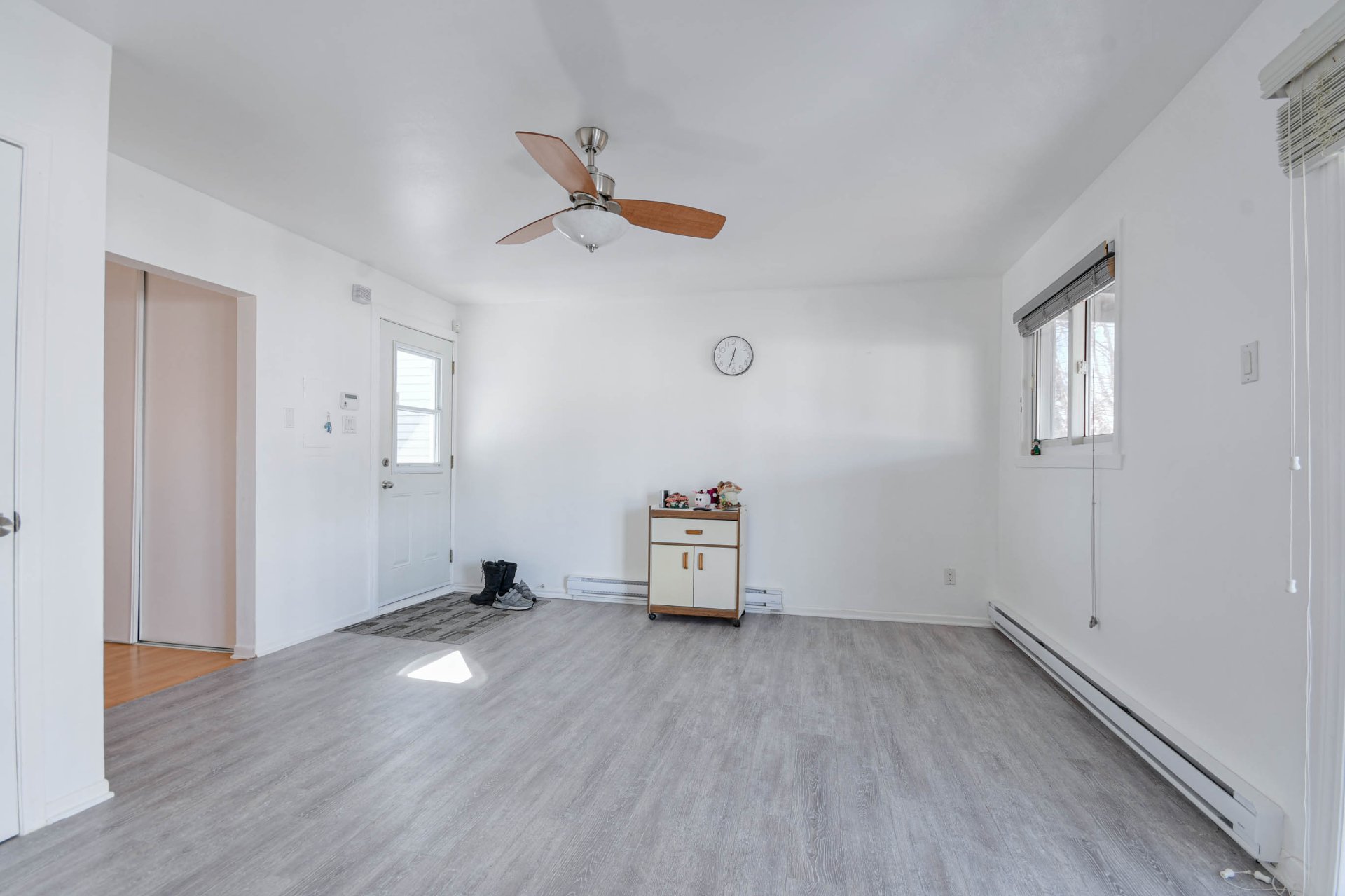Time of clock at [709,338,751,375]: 12:33
